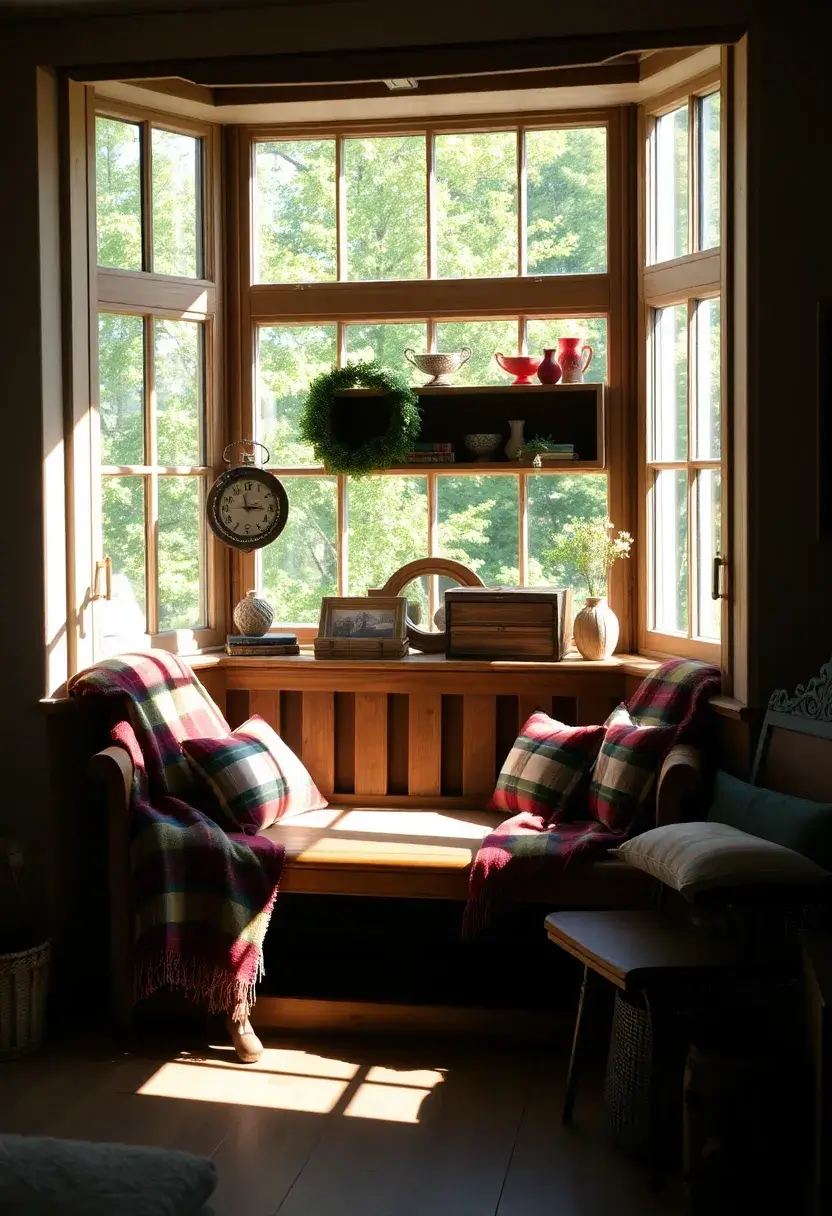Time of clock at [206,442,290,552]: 2:58
